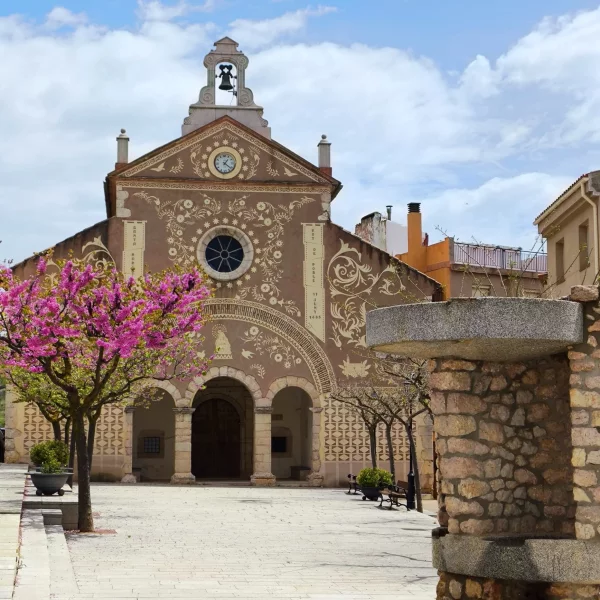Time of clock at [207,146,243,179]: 1:21
